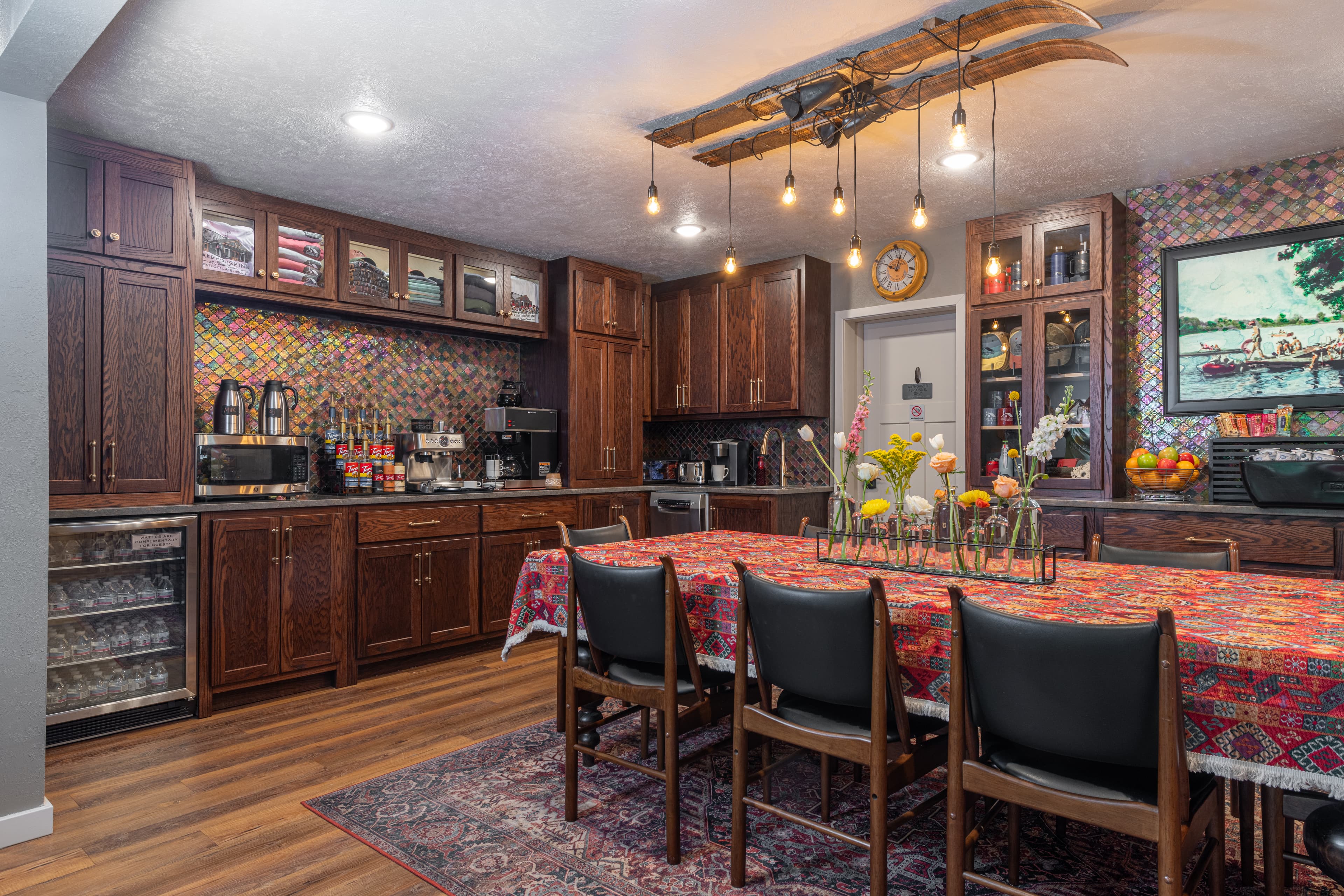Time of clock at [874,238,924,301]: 10:02
